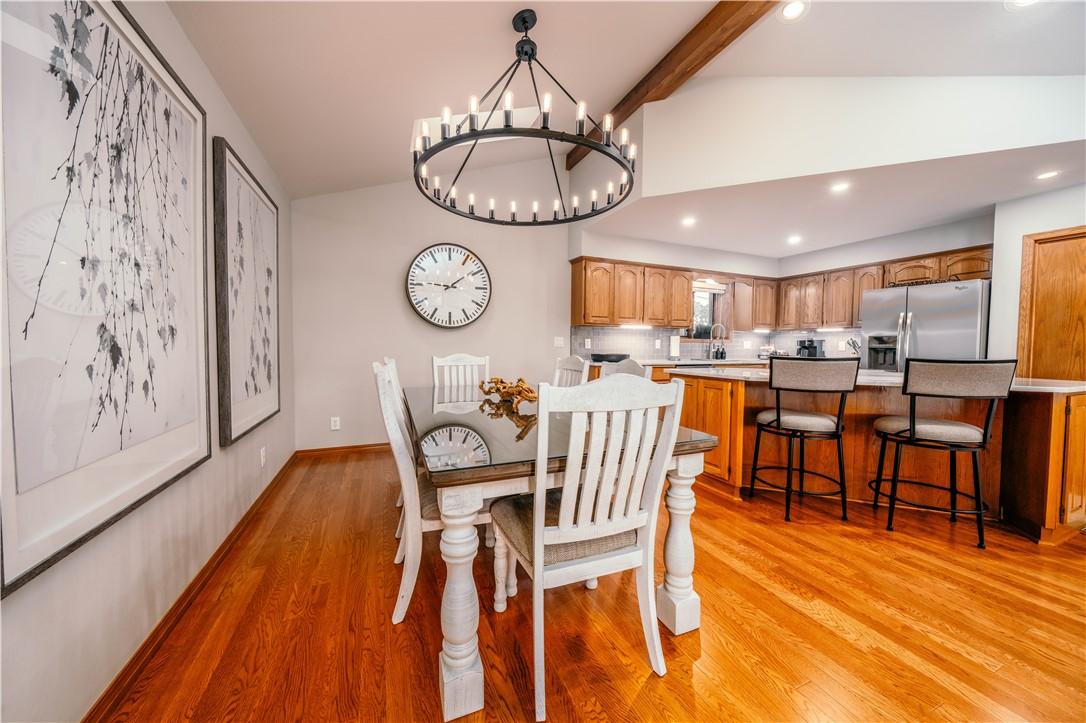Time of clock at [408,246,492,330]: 1:46
